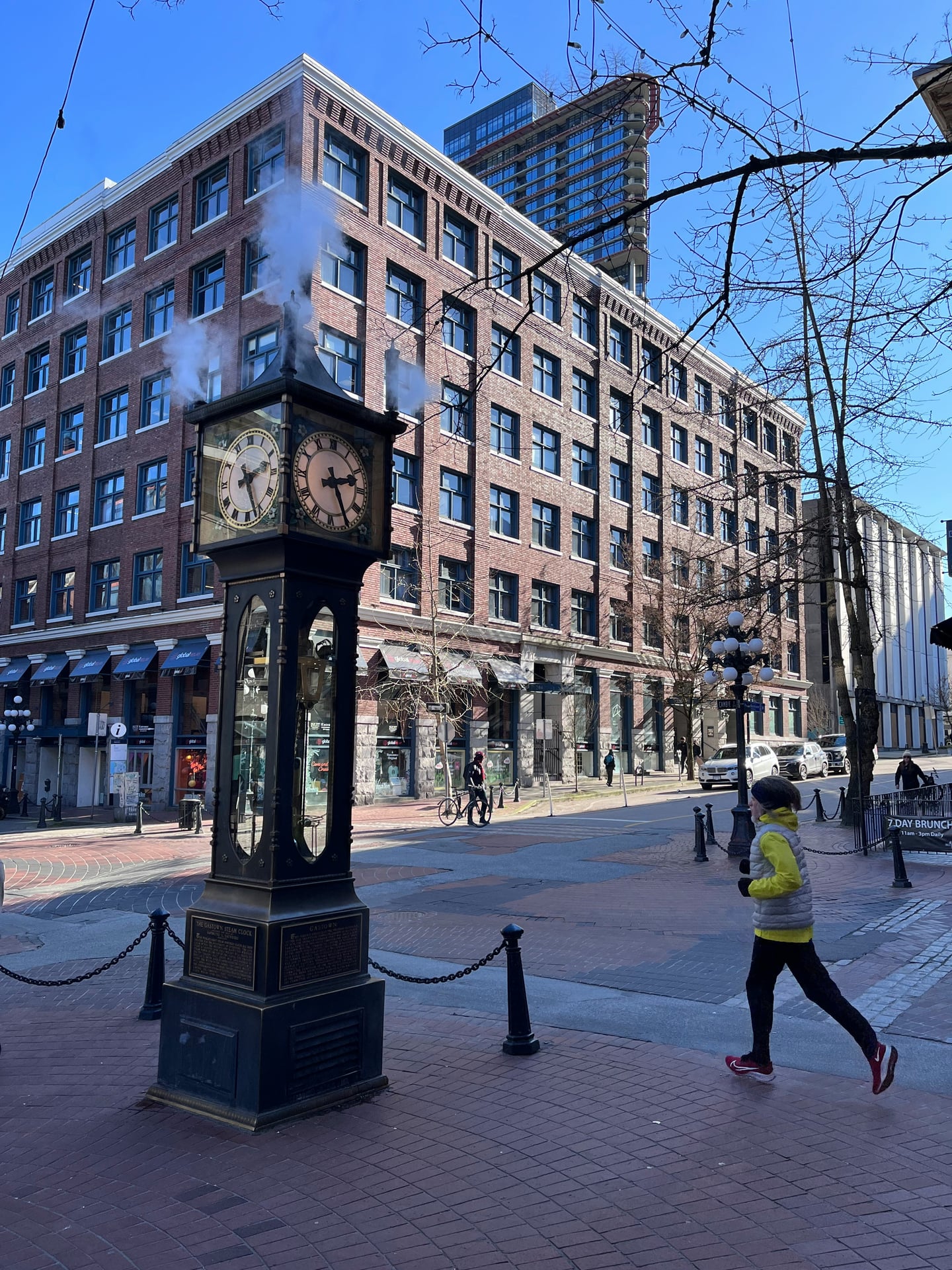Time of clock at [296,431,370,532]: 2:25
